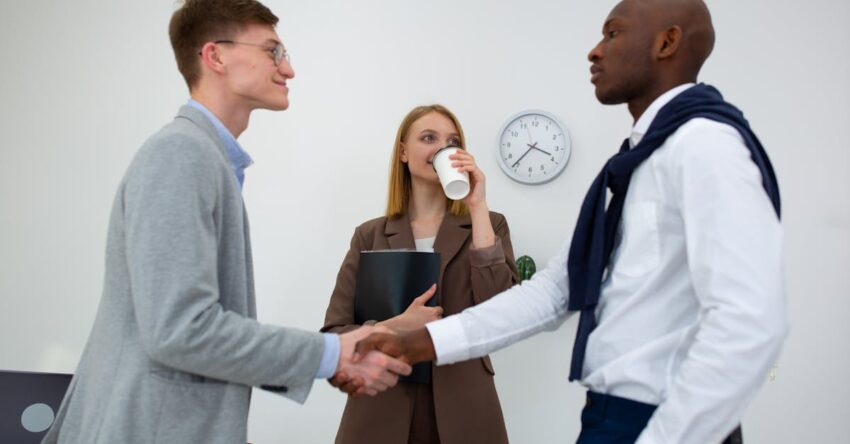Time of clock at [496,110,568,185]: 3:36
